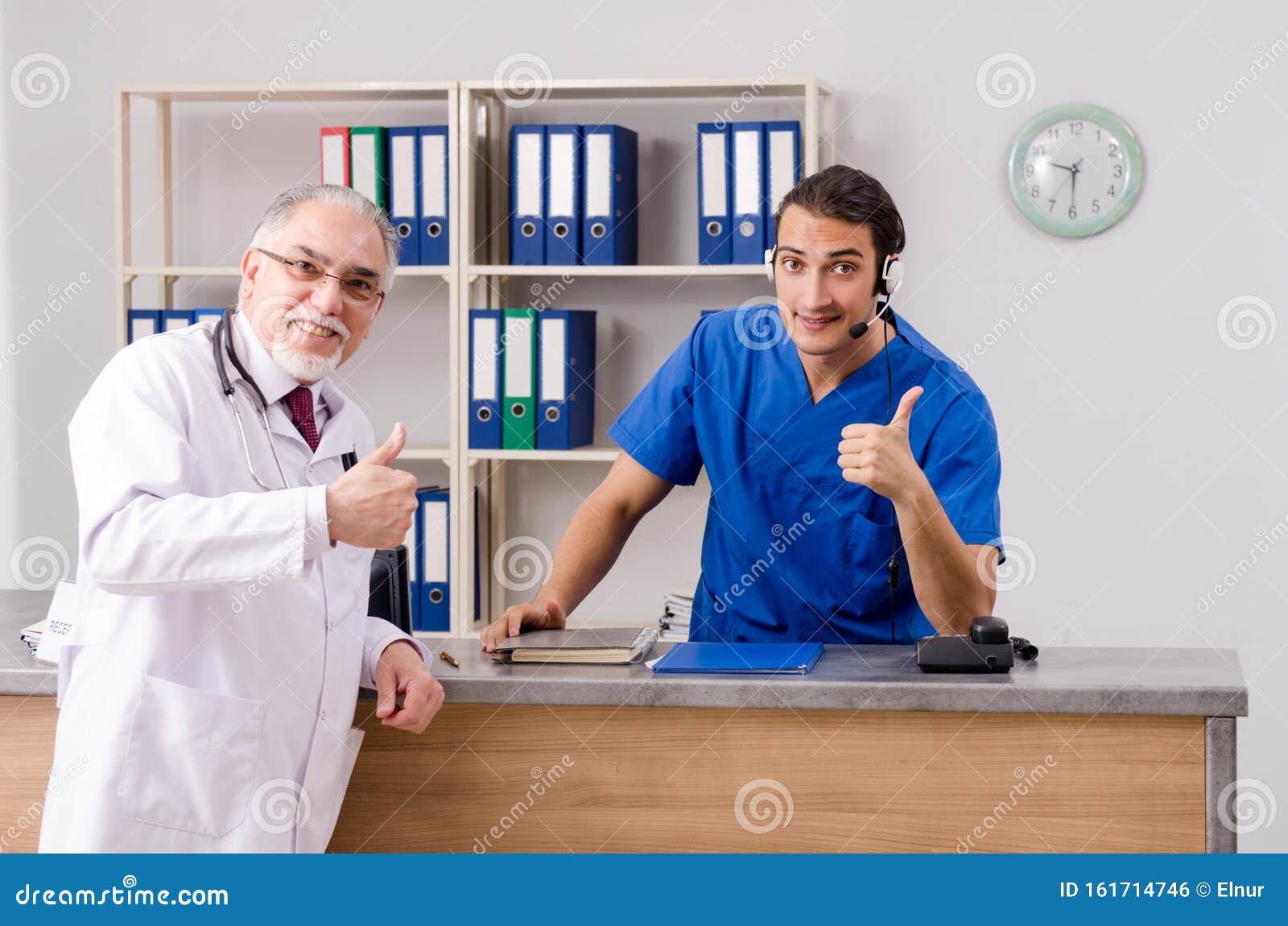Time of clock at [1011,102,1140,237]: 9:30
